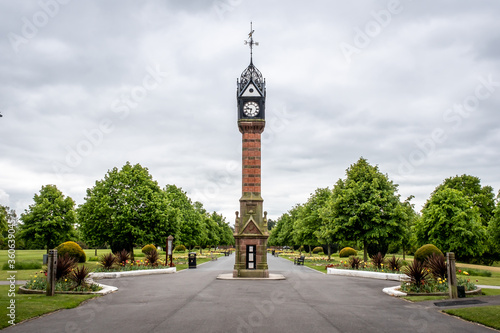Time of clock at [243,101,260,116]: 9:32
